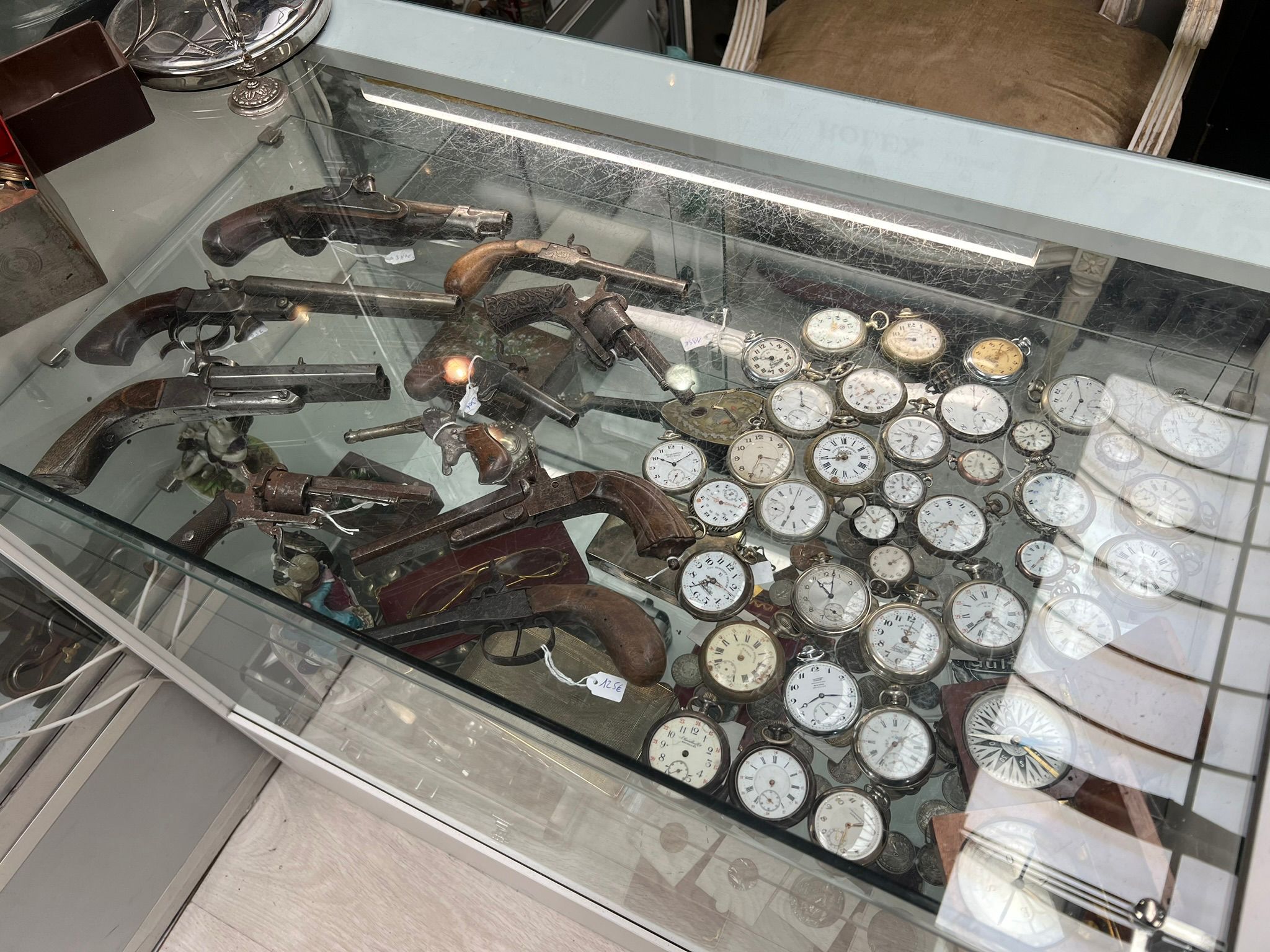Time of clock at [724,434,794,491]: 3:34
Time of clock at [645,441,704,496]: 10:10
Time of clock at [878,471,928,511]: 3:59
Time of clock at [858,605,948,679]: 12:17
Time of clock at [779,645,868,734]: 8:16
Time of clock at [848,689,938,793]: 1:36
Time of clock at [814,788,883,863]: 2:32
